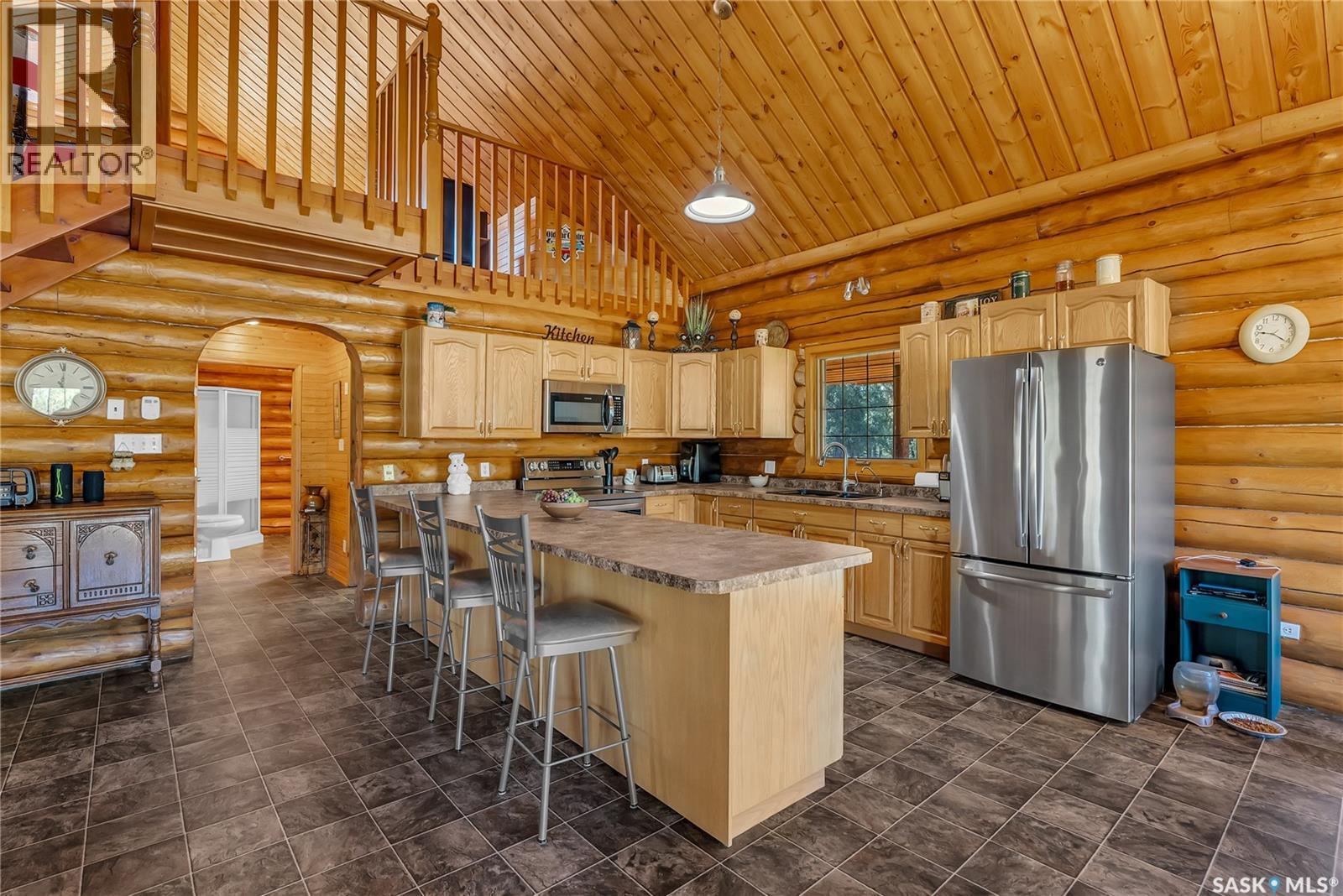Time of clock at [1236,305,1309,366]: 9:20
